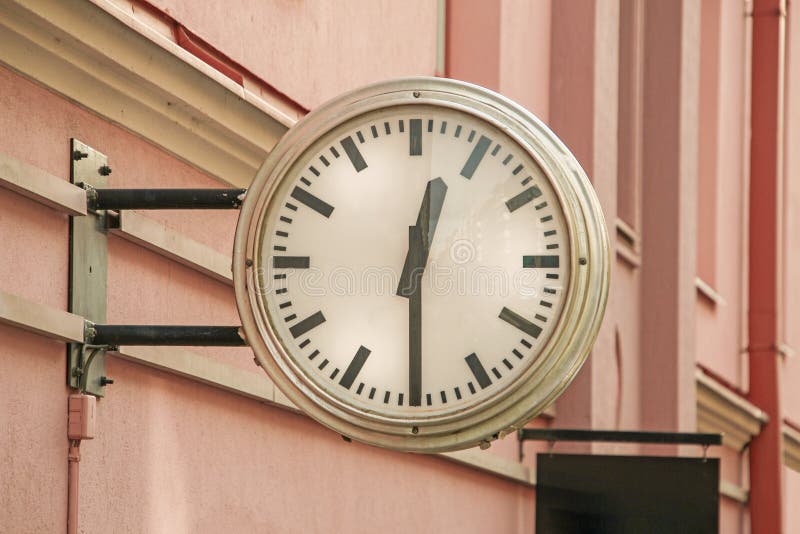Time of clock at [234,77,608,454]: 12:29
